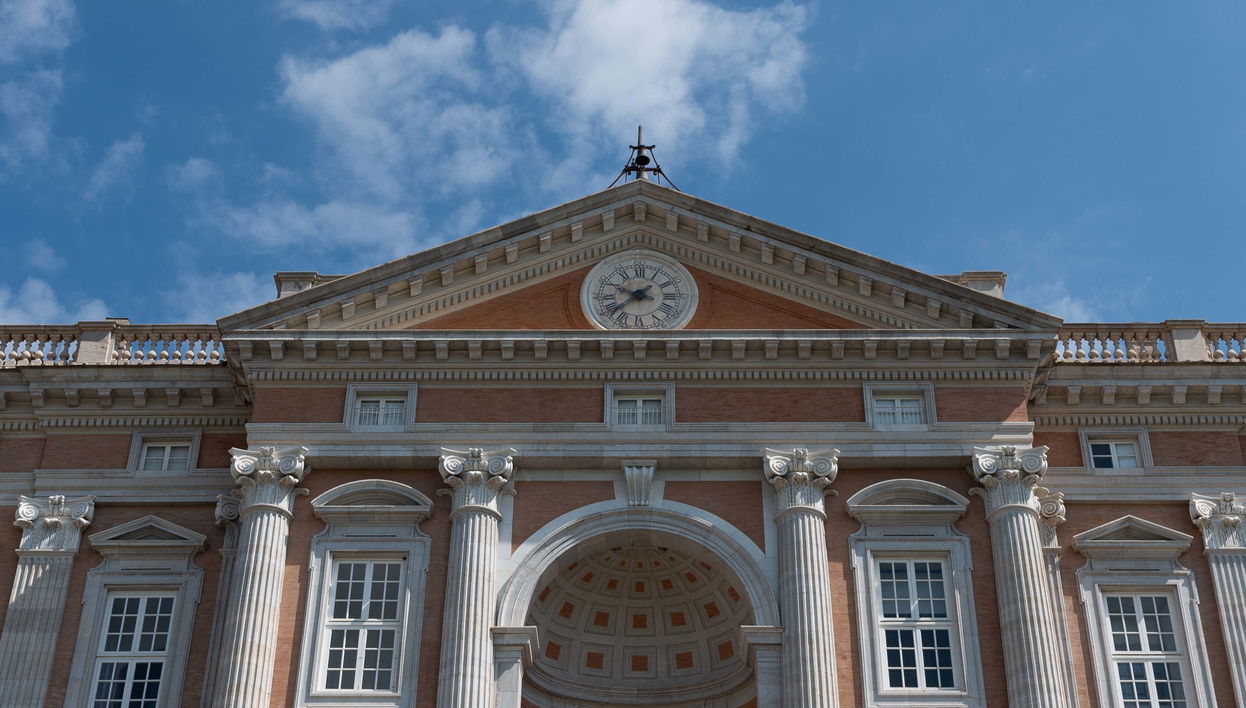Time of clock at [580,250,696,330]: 9:38
